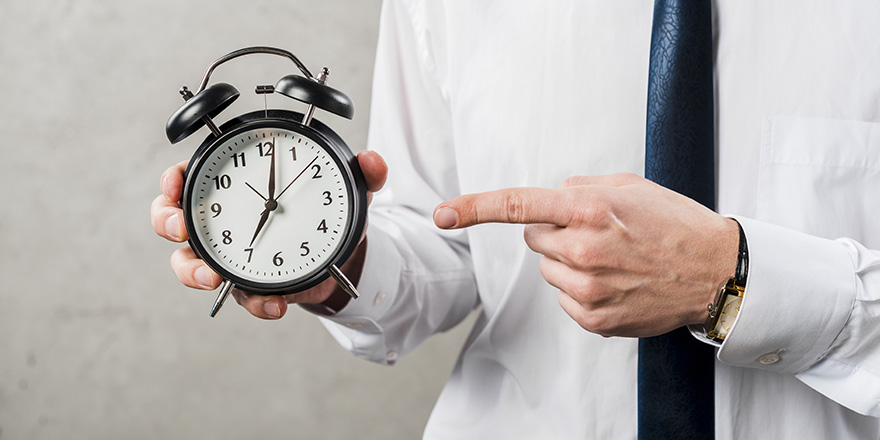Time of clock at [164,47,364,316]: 7:01
